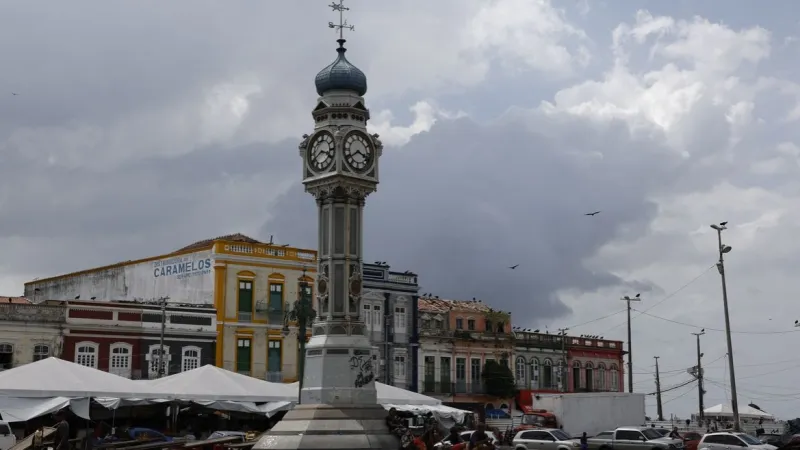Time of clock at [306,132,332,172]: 3:40
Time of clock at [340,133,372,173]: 3:39
